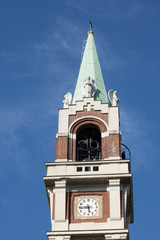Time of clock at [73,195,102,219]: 5:44
